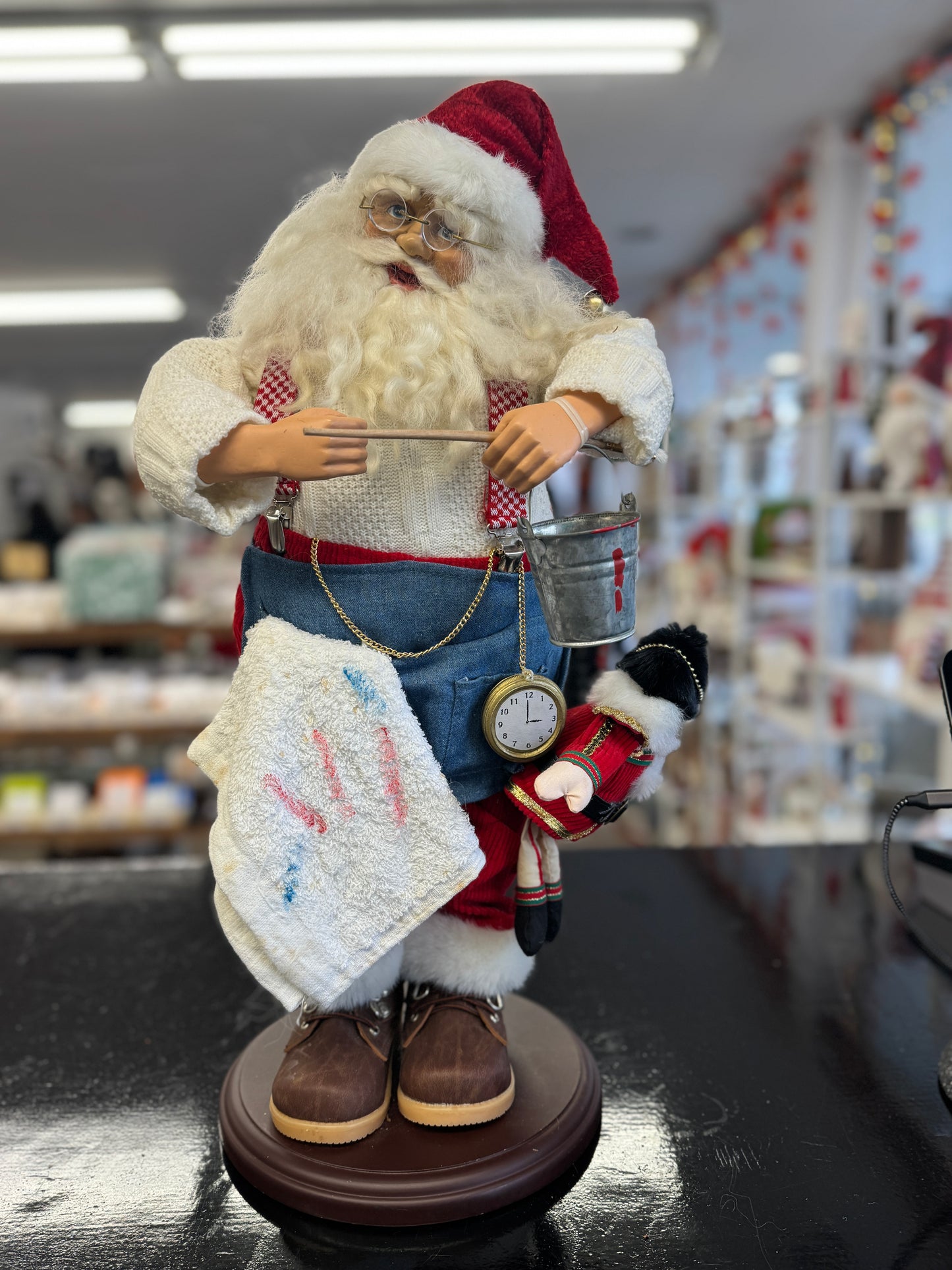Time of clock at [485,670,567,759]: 2:59
